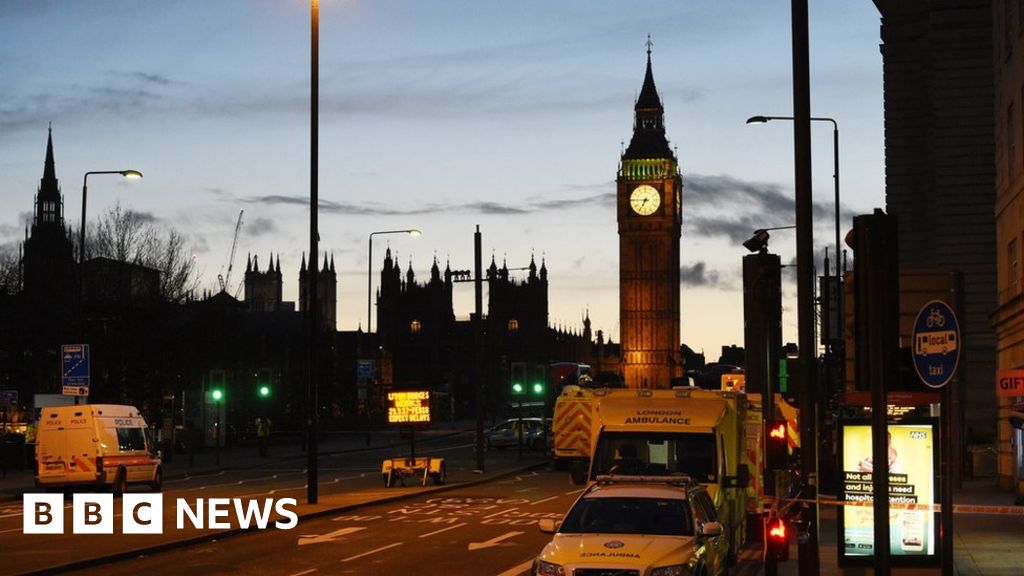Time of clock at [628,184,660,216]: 6:45
